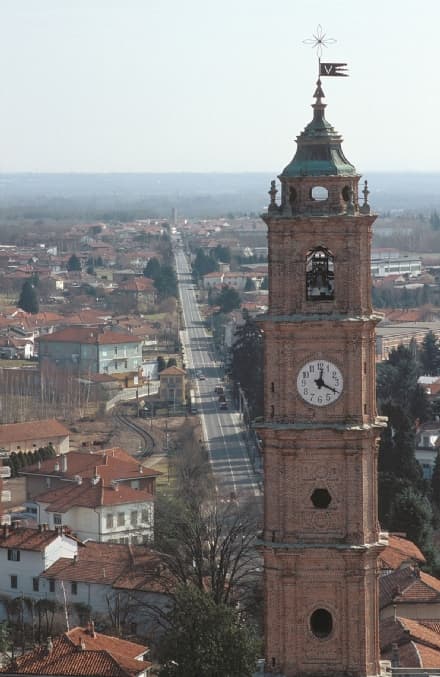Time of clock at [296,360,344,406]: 12:19
